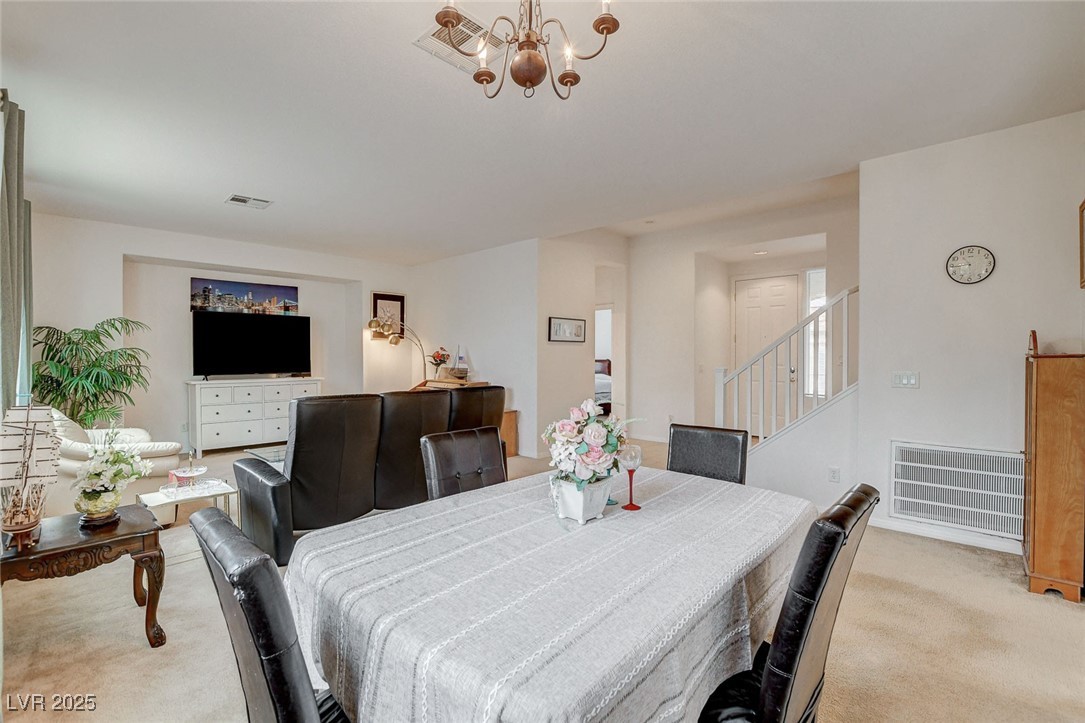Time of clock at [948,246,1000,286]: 10:44
